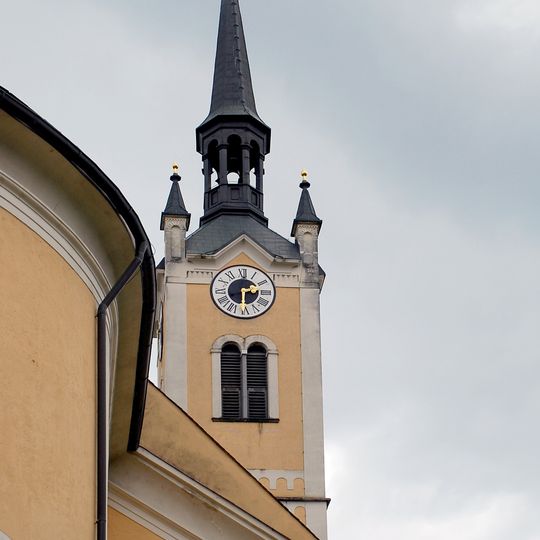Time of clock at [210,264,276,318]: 2:29
